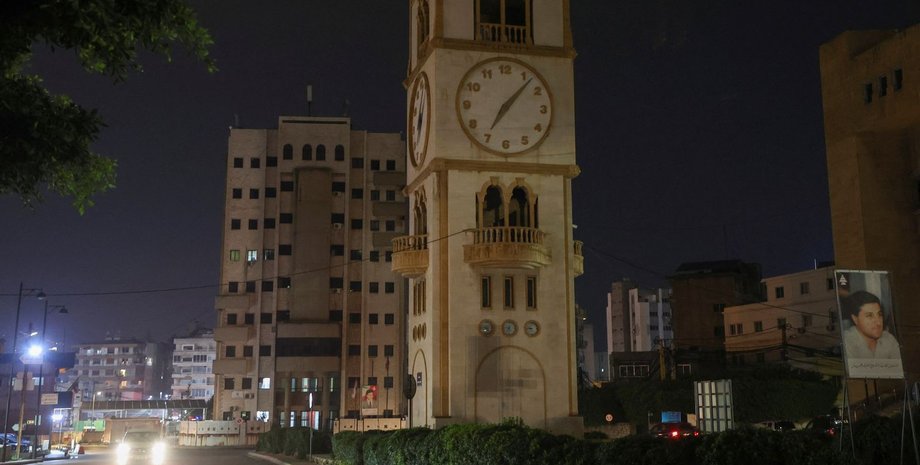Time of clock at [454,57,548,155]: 7:07
